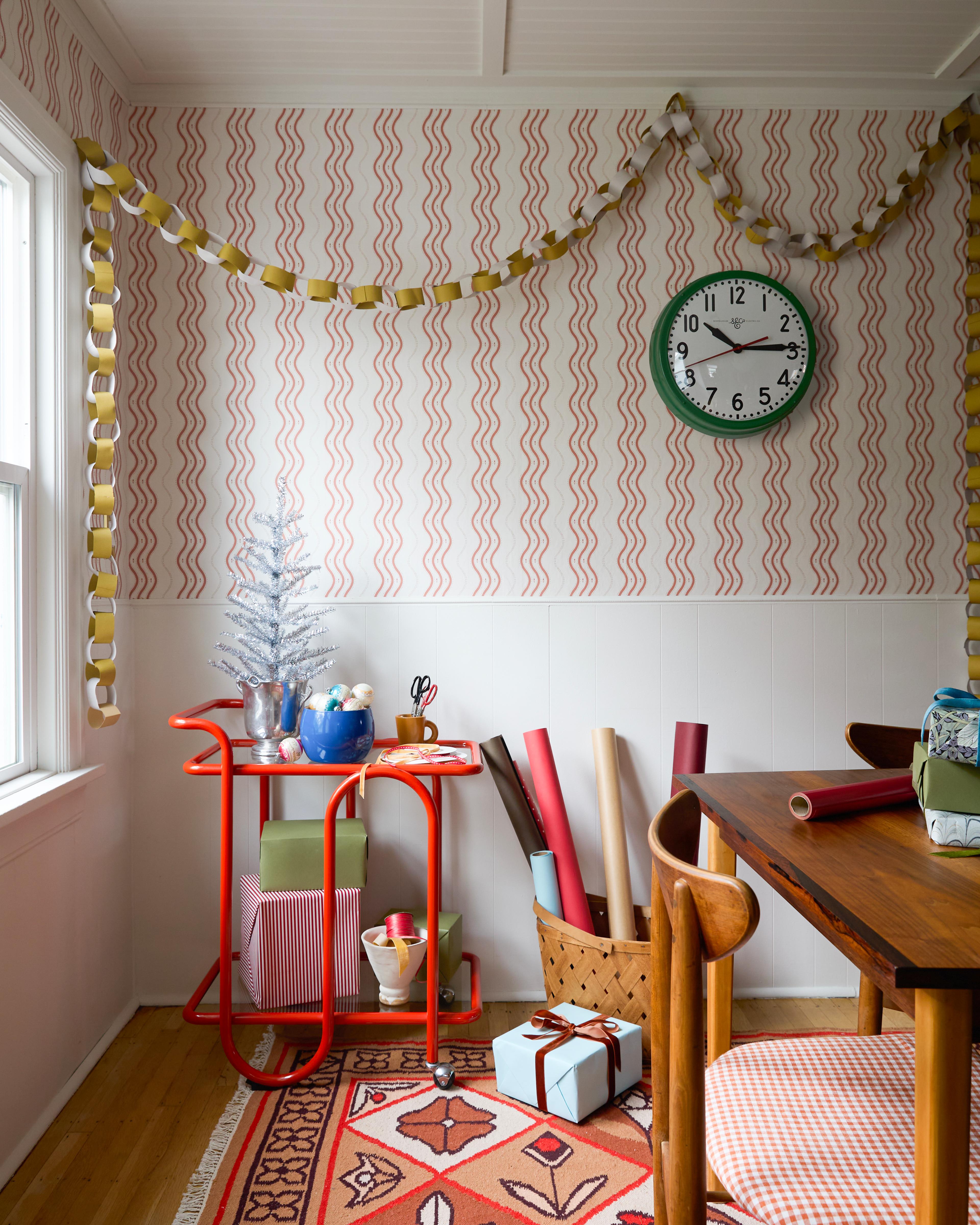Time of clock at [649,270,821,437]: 10:14
